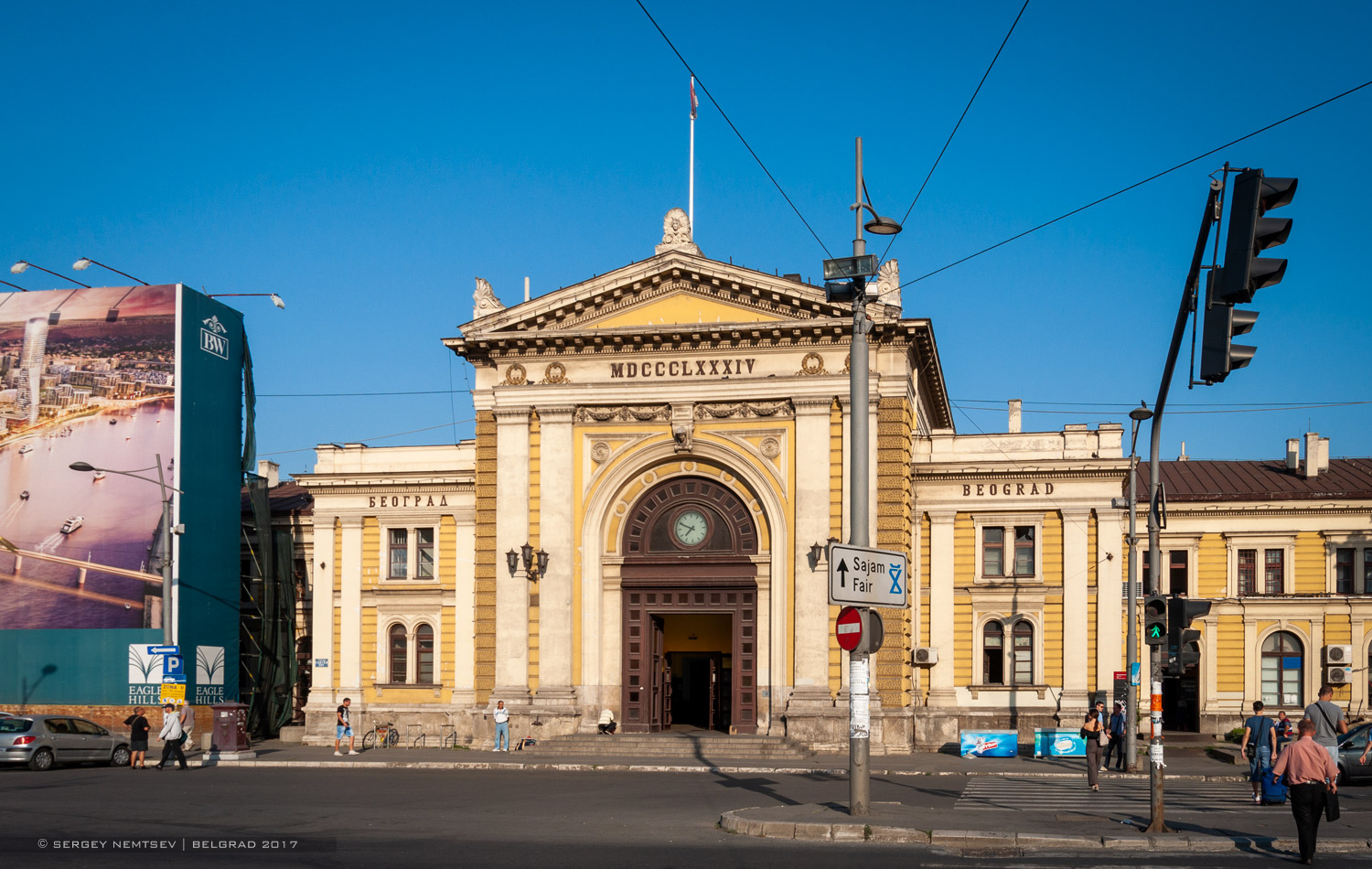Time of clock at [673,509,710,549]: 7:49
